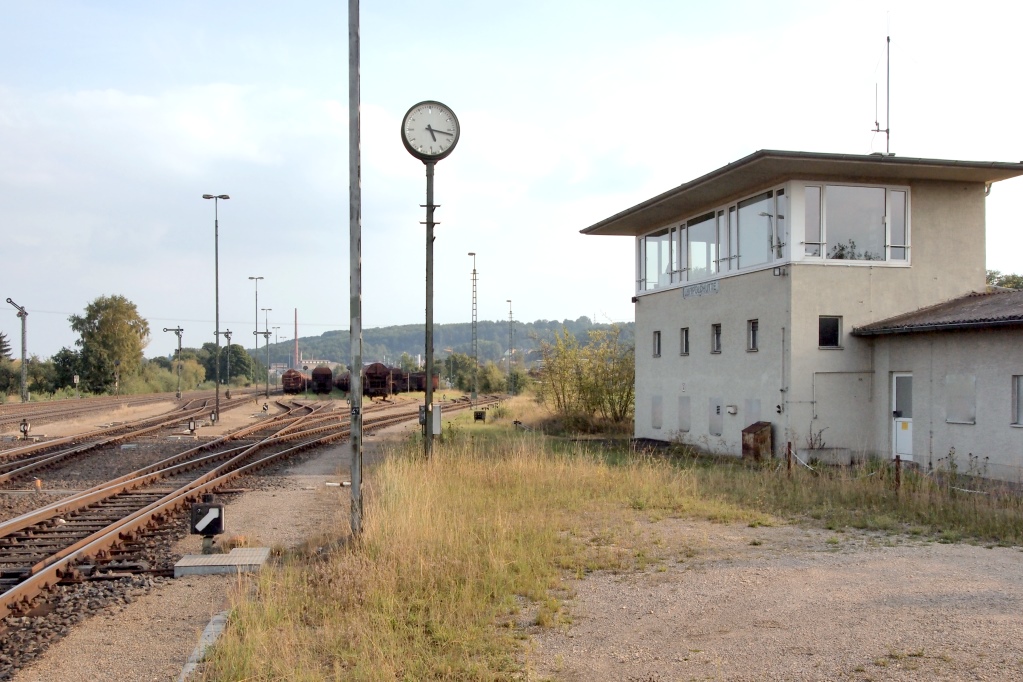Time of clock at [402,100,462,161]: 5:17
